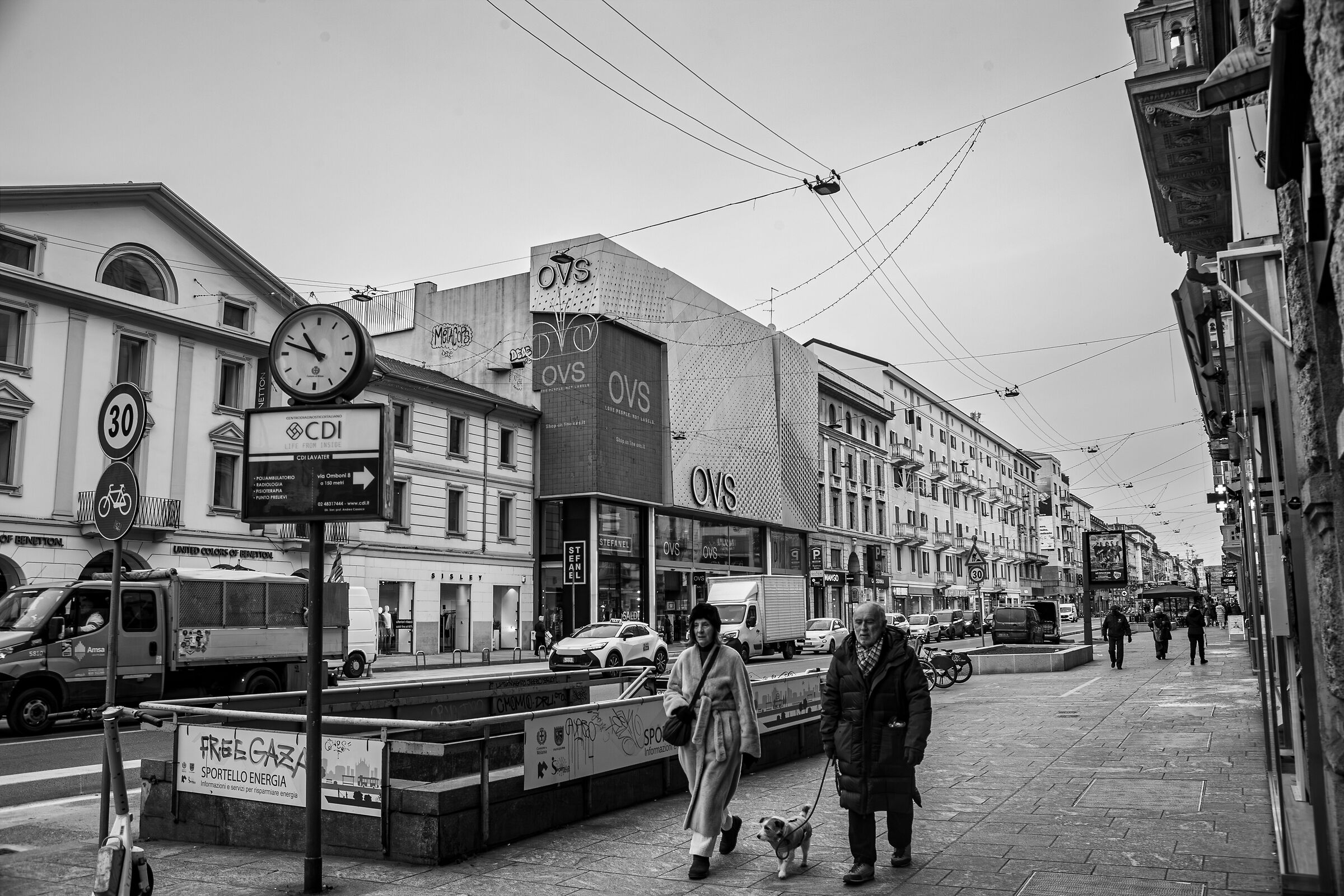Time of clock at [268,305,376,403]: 10:48
